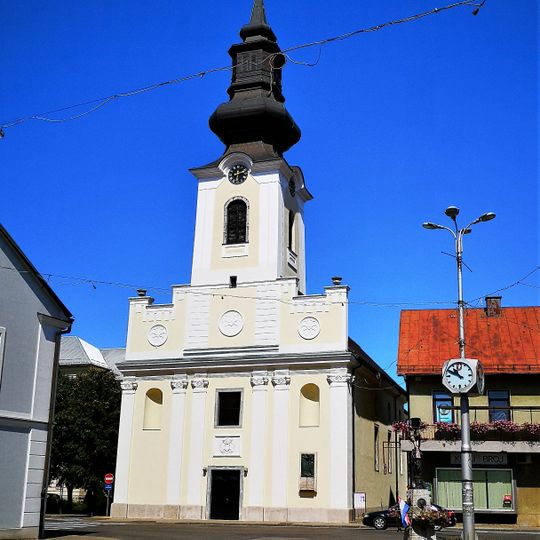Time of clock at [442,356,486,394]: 10:49
